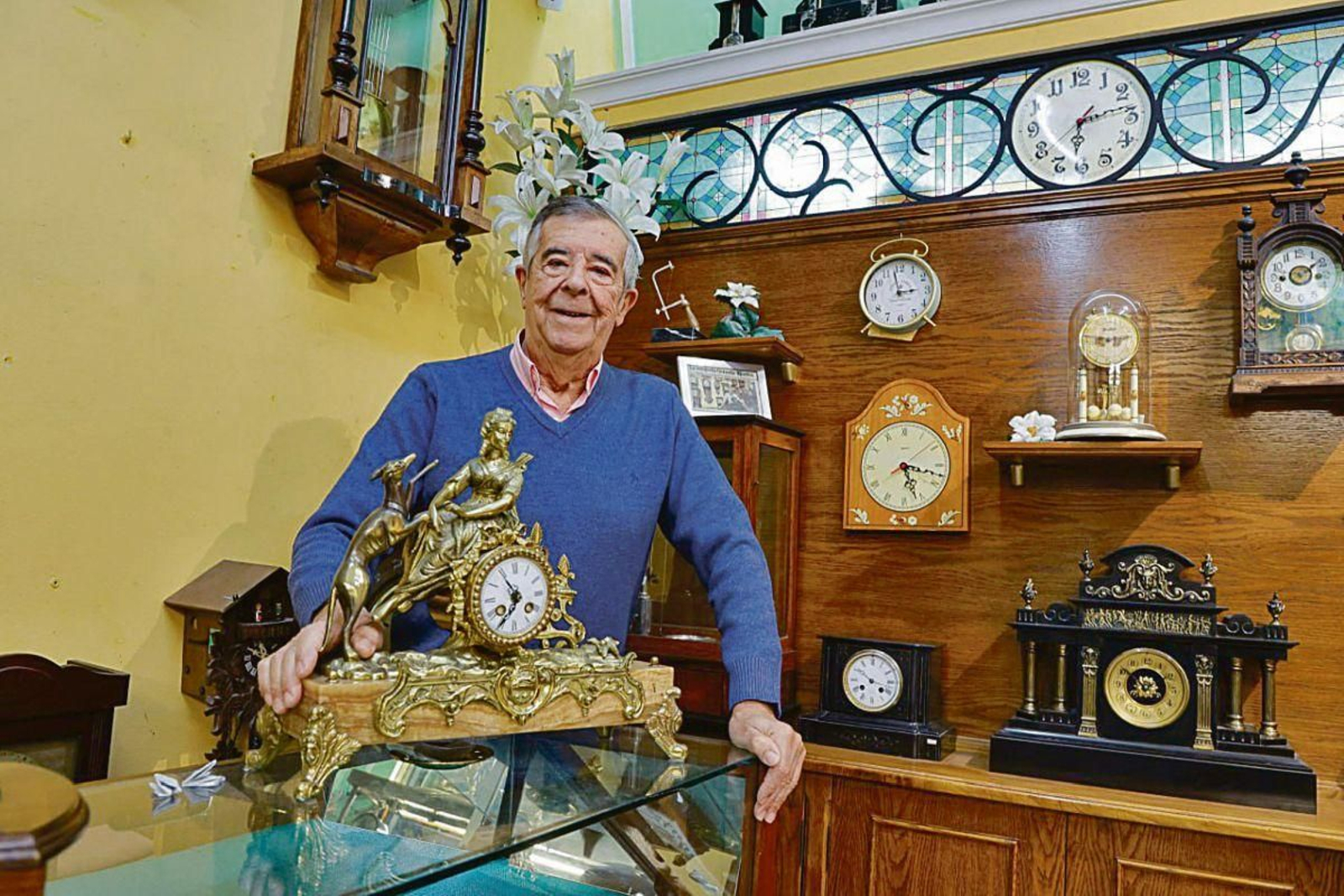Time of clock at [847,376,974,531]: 5:17
